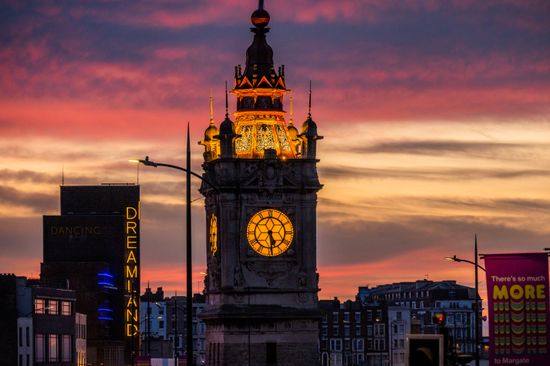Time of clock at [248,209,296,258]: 5:29
